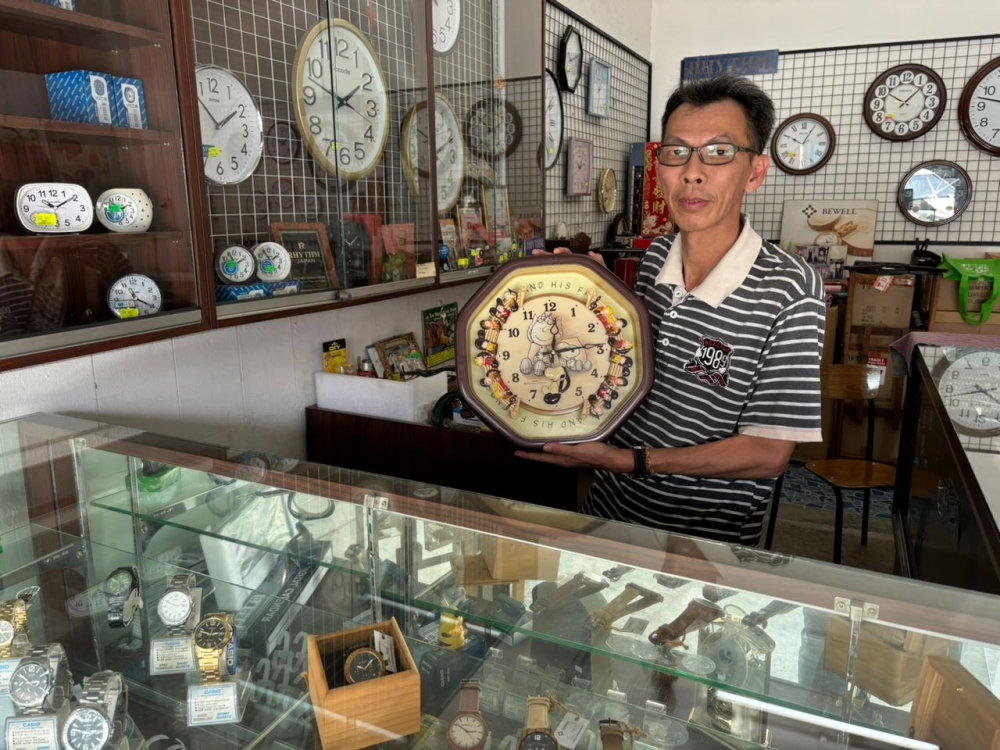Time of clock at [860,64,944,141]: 10:07
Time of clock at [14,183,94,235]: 10:09
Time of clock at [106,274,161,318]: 5:20
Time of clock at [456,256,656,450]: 12:13
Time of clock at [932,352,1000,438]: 3:42
